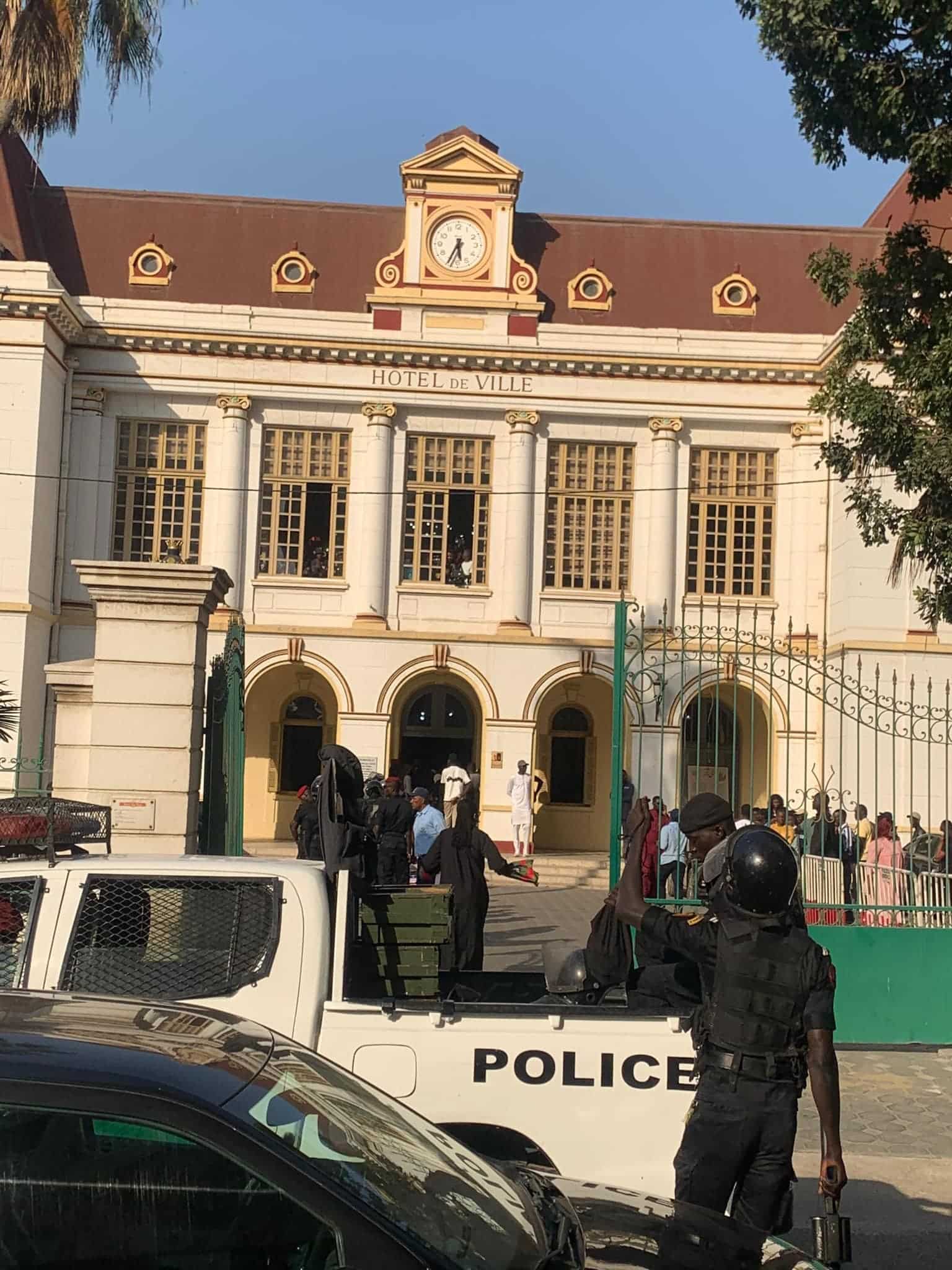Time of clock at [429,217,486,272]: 5:34
